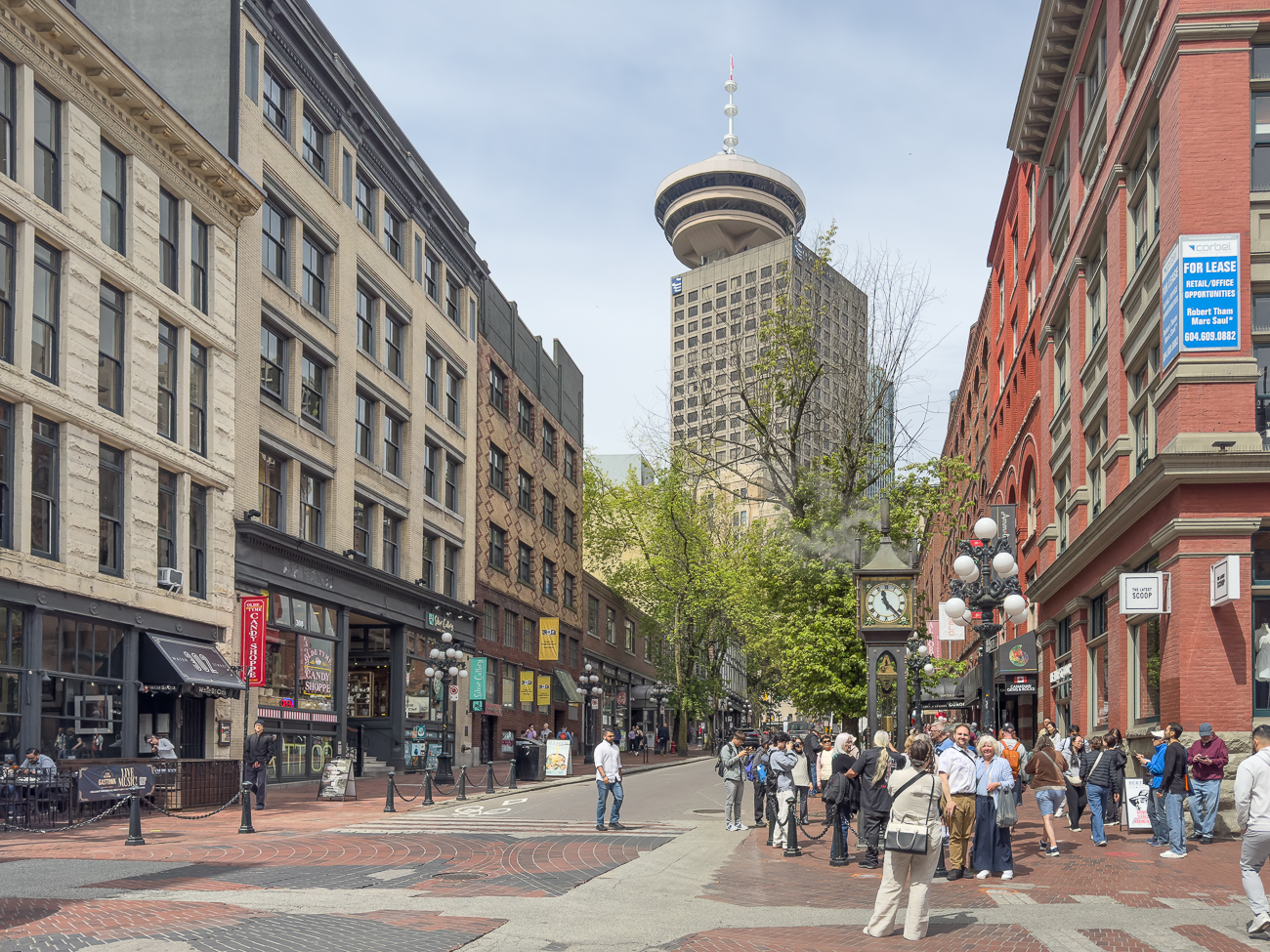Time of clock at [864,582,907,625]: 11:22
